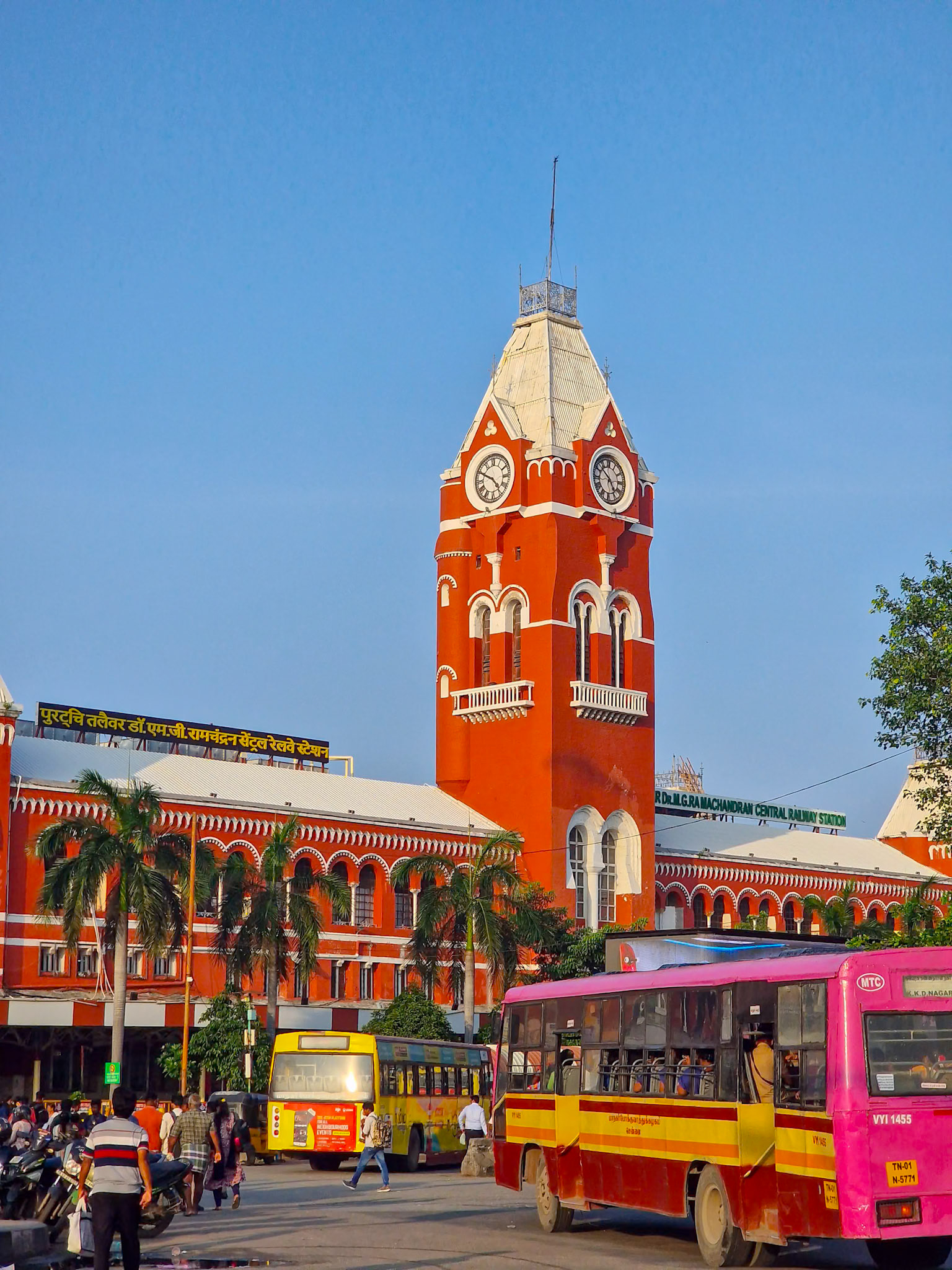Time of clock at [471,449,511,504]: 4:49
